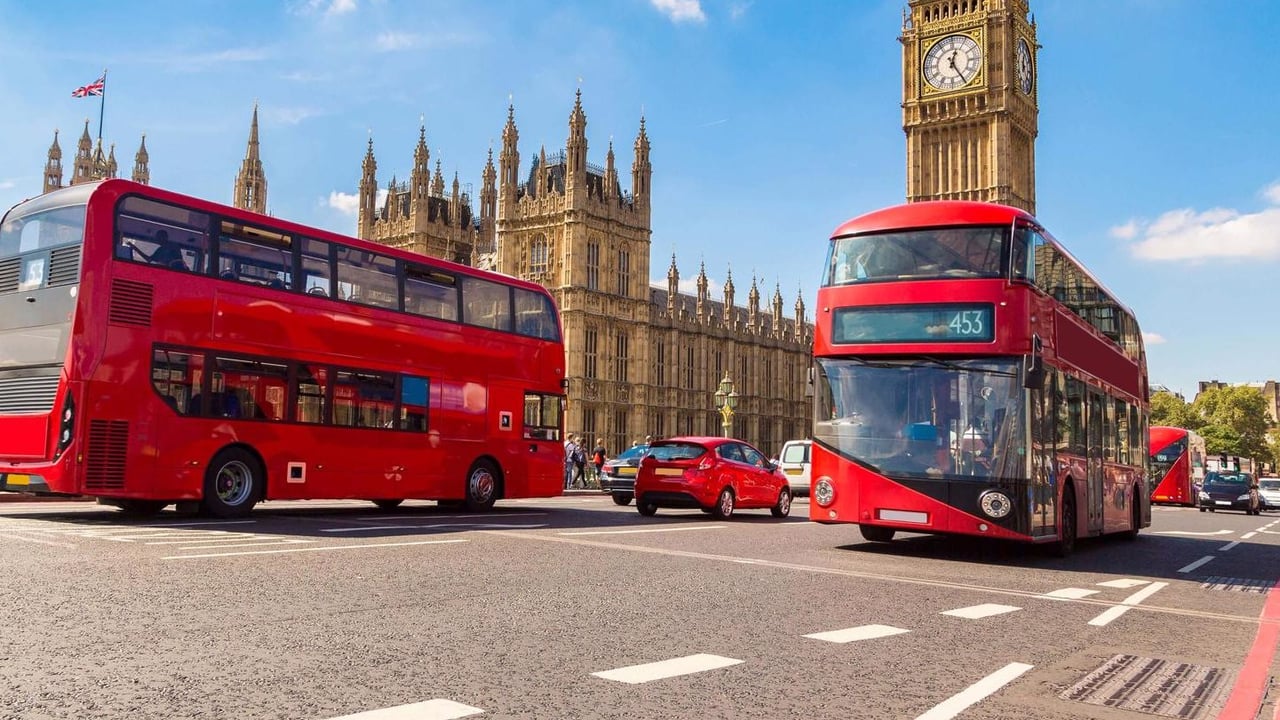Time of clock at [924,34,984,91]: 12:24
